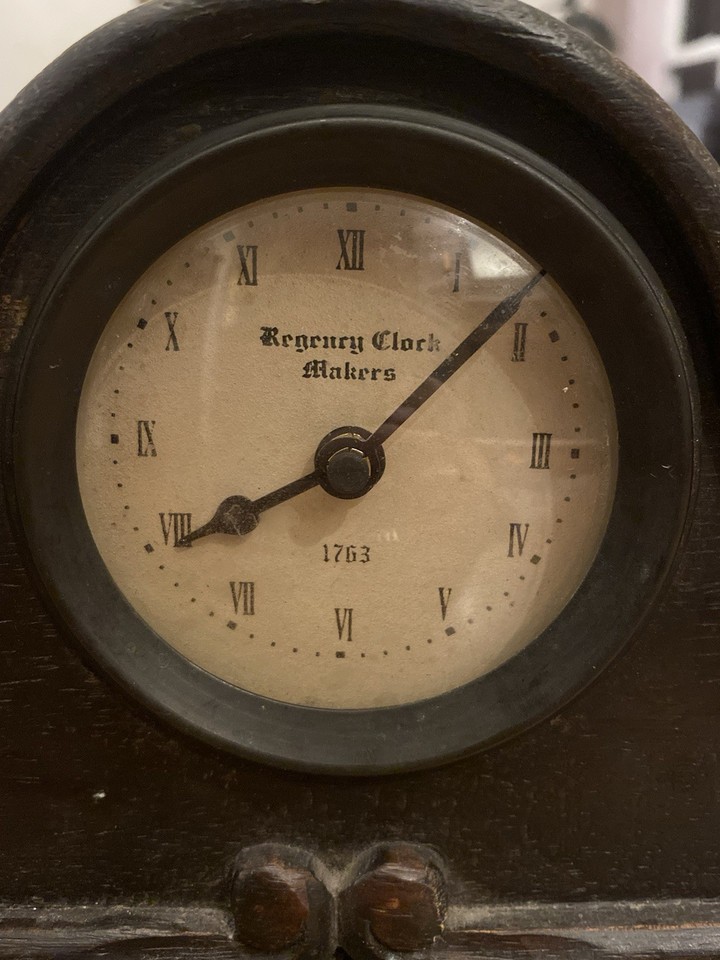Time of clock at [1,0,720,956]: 8:07
